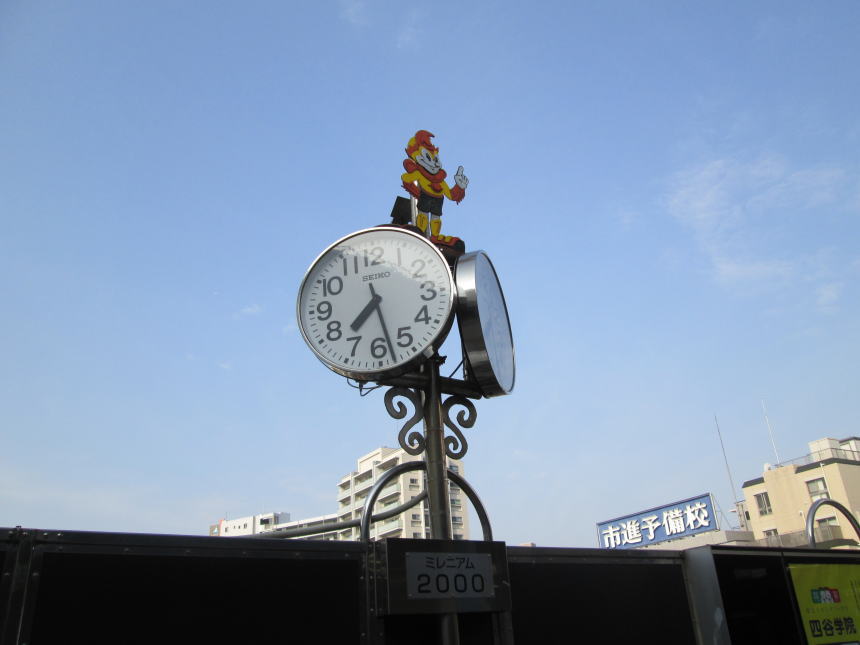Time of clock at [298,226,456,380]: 7:28
